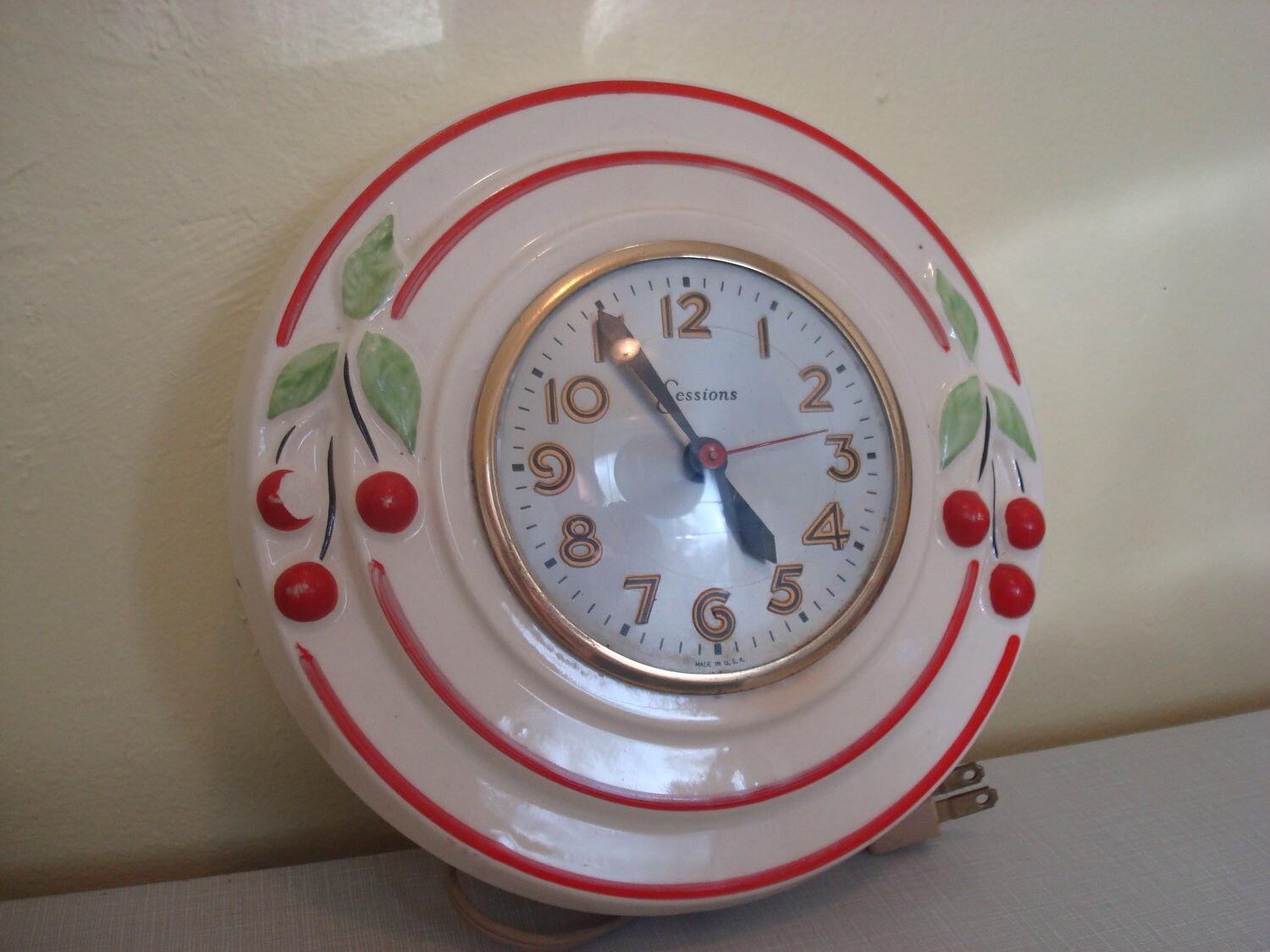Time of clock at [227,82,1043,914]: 4:54
